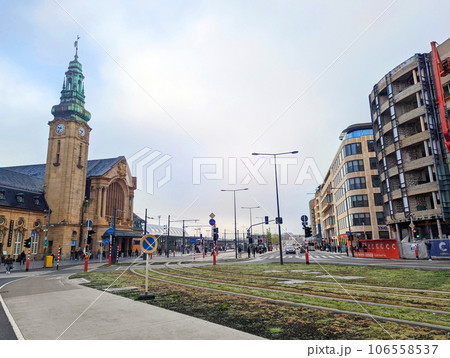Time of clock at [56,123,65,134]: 9:36
